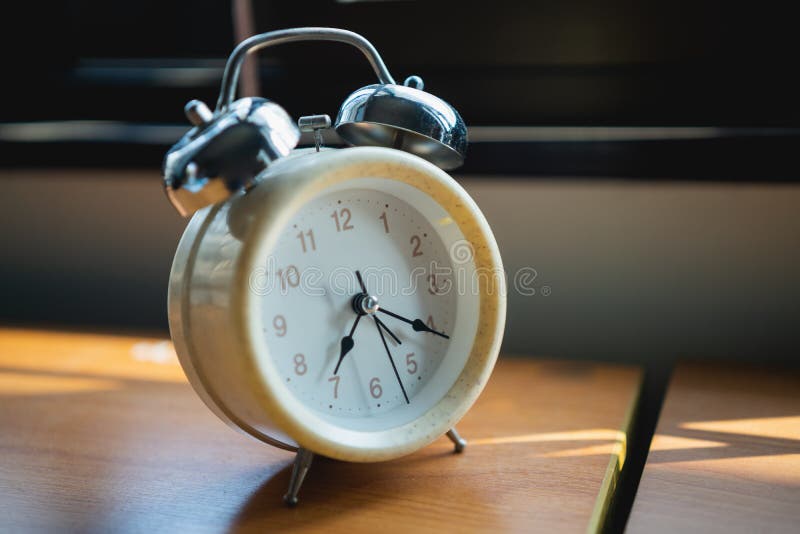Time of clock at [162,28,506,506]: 7:20
